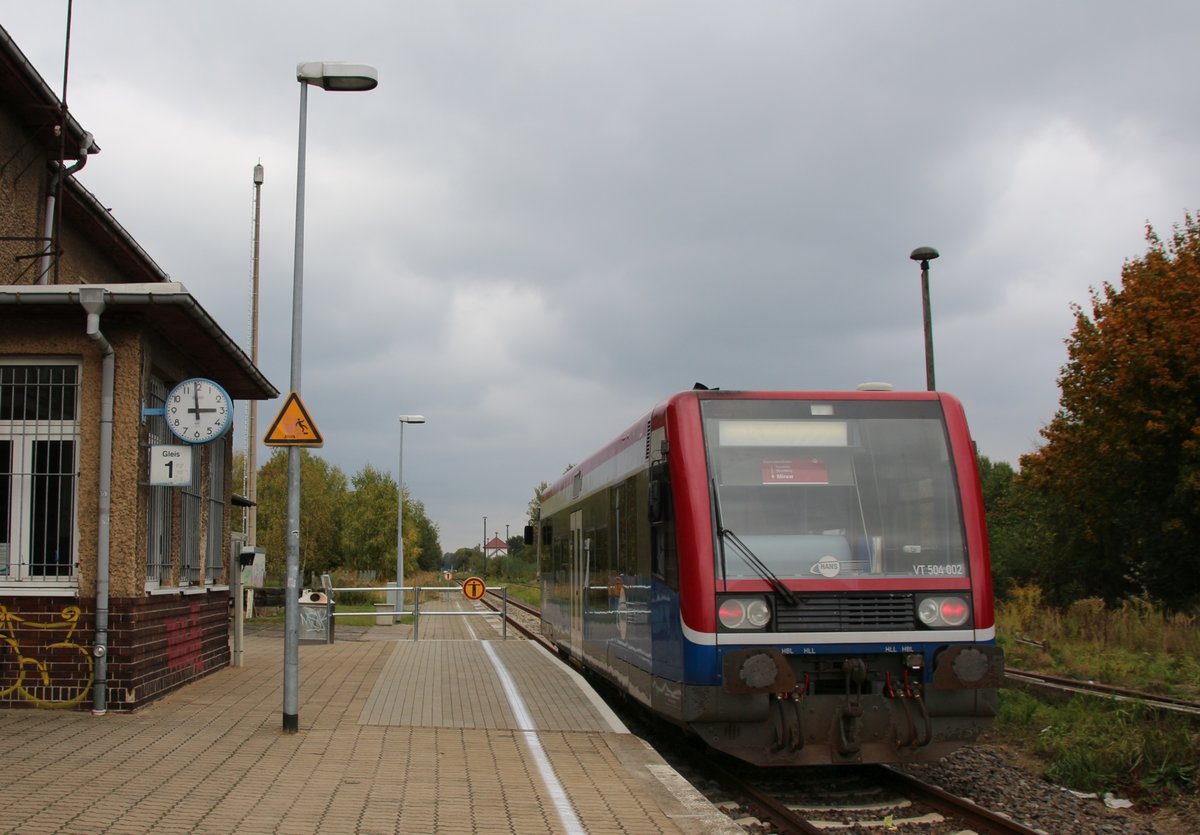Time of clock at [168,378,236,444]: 2:59
